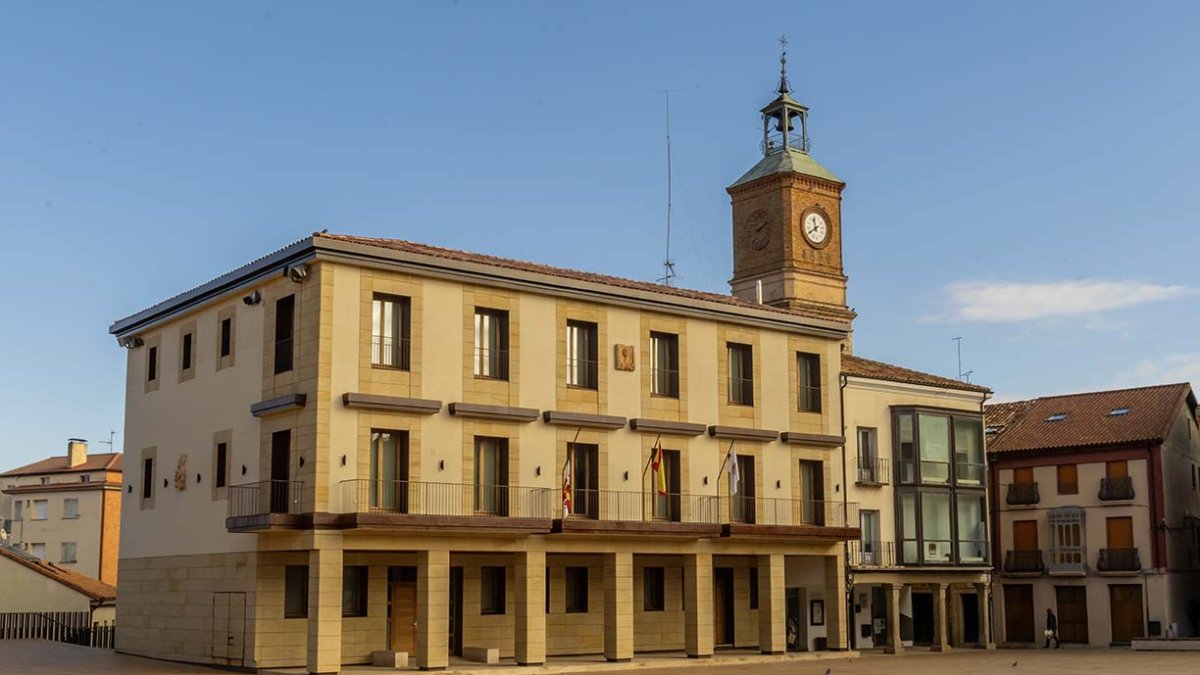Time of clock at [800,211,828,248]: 11:40
